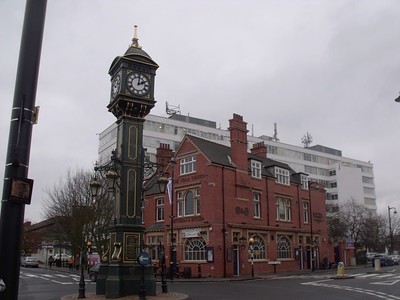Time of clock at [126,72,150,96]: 2:01
